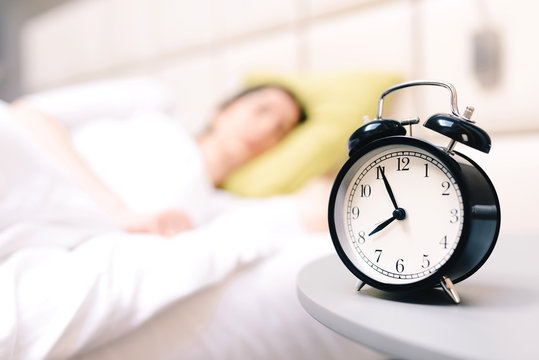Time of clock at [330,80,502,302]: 7:55
